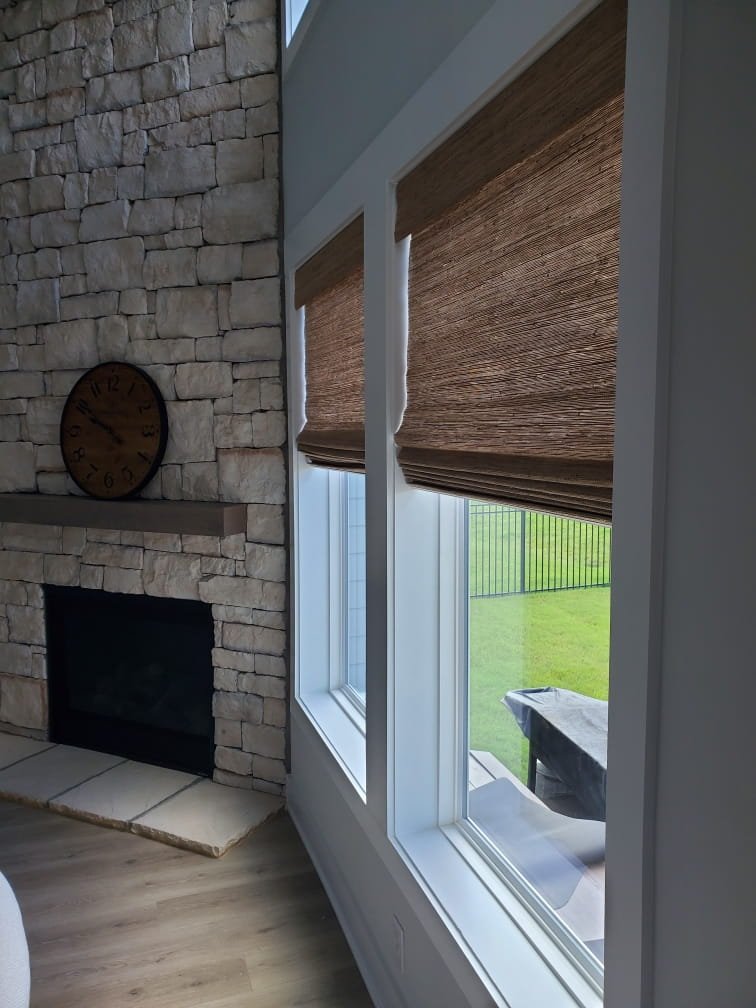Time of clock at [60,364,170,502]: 9:50
